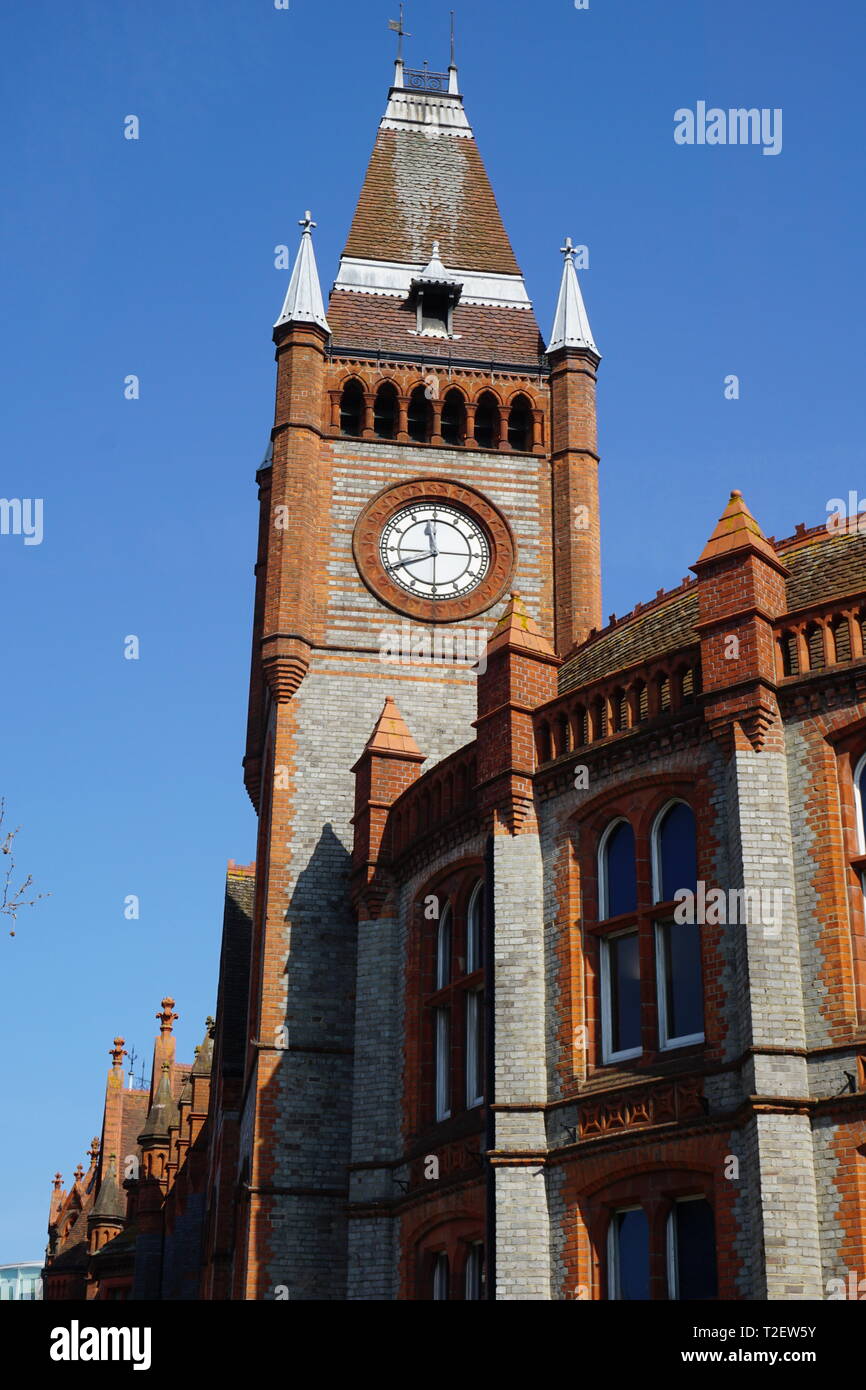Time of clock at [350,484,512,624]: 11:40
